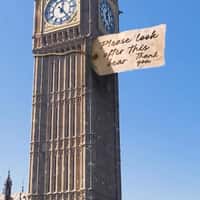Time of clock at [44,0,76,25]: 12:23
